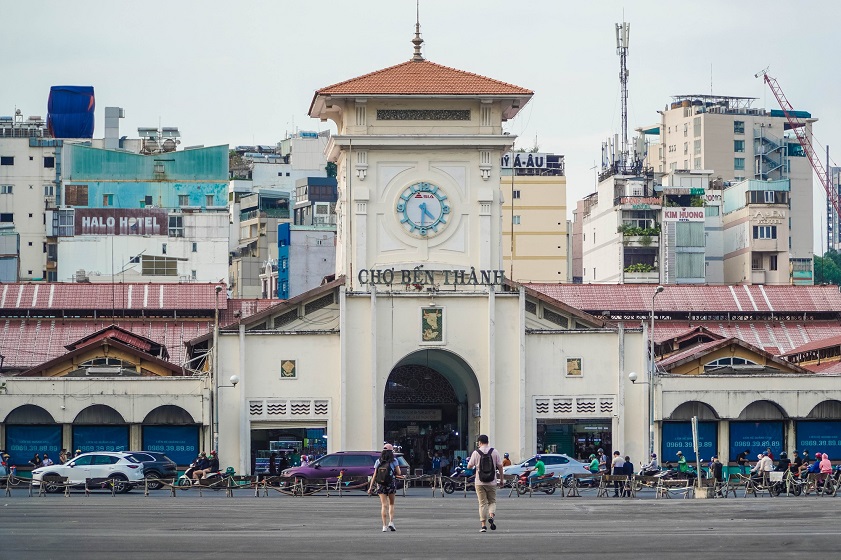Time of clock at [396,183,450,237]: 4:30
